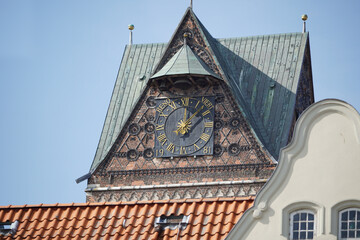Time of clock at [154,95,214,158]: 12:07
